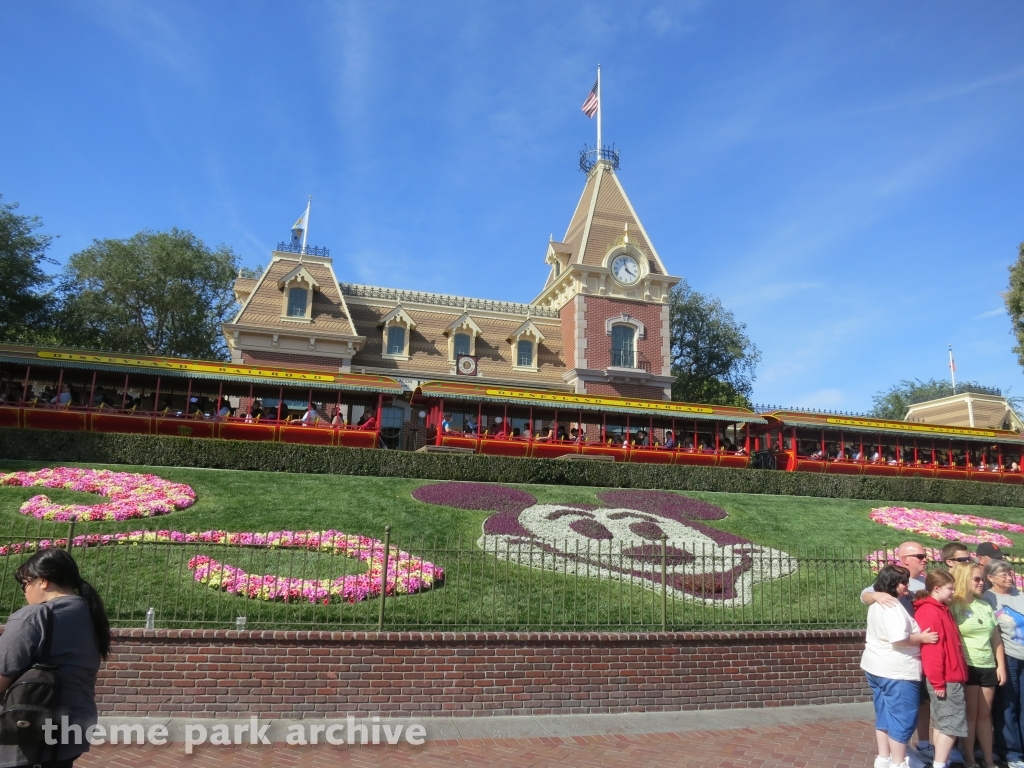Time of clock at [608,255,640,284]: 3:58
